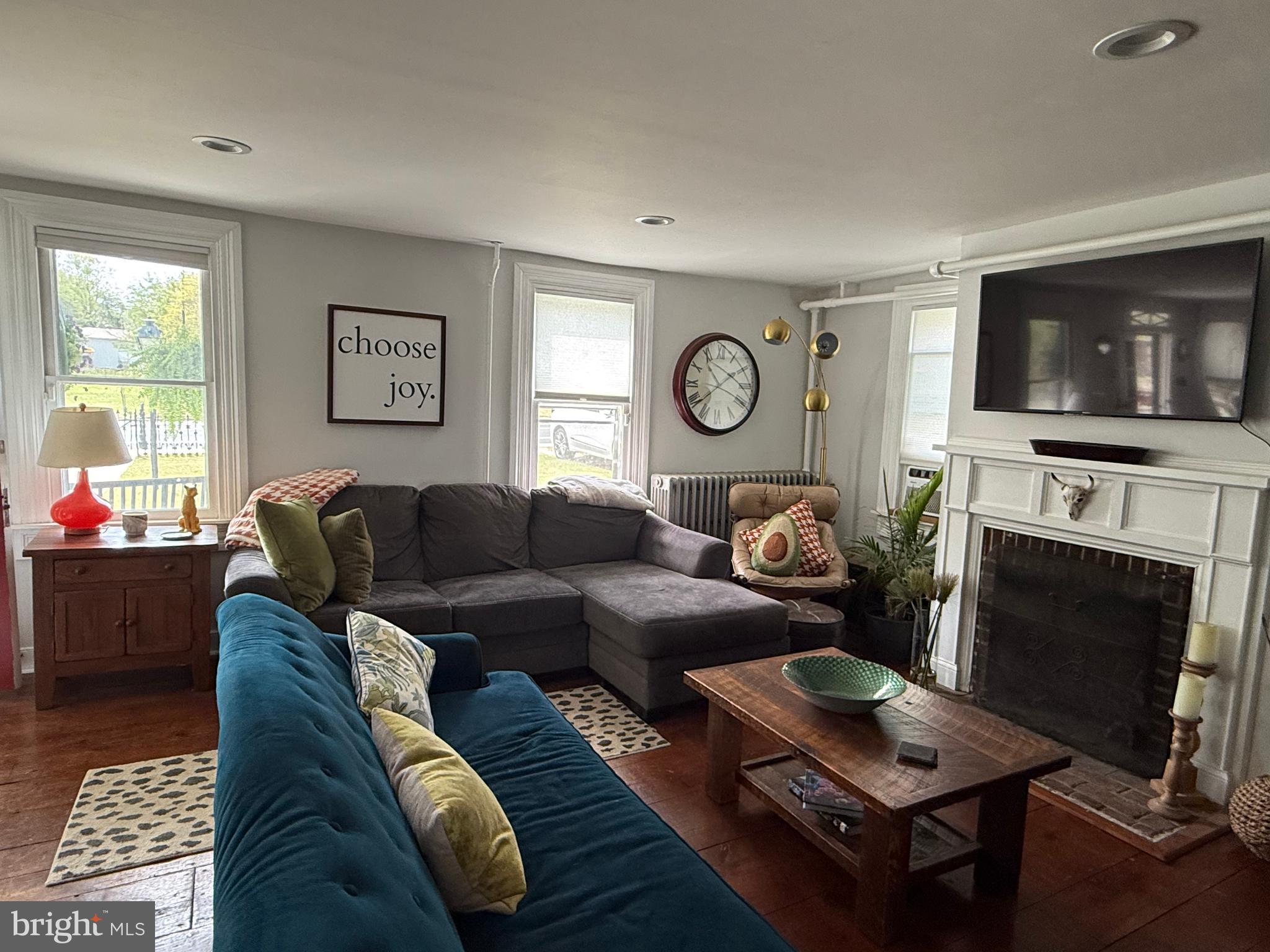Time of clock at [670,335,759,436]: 10:38
